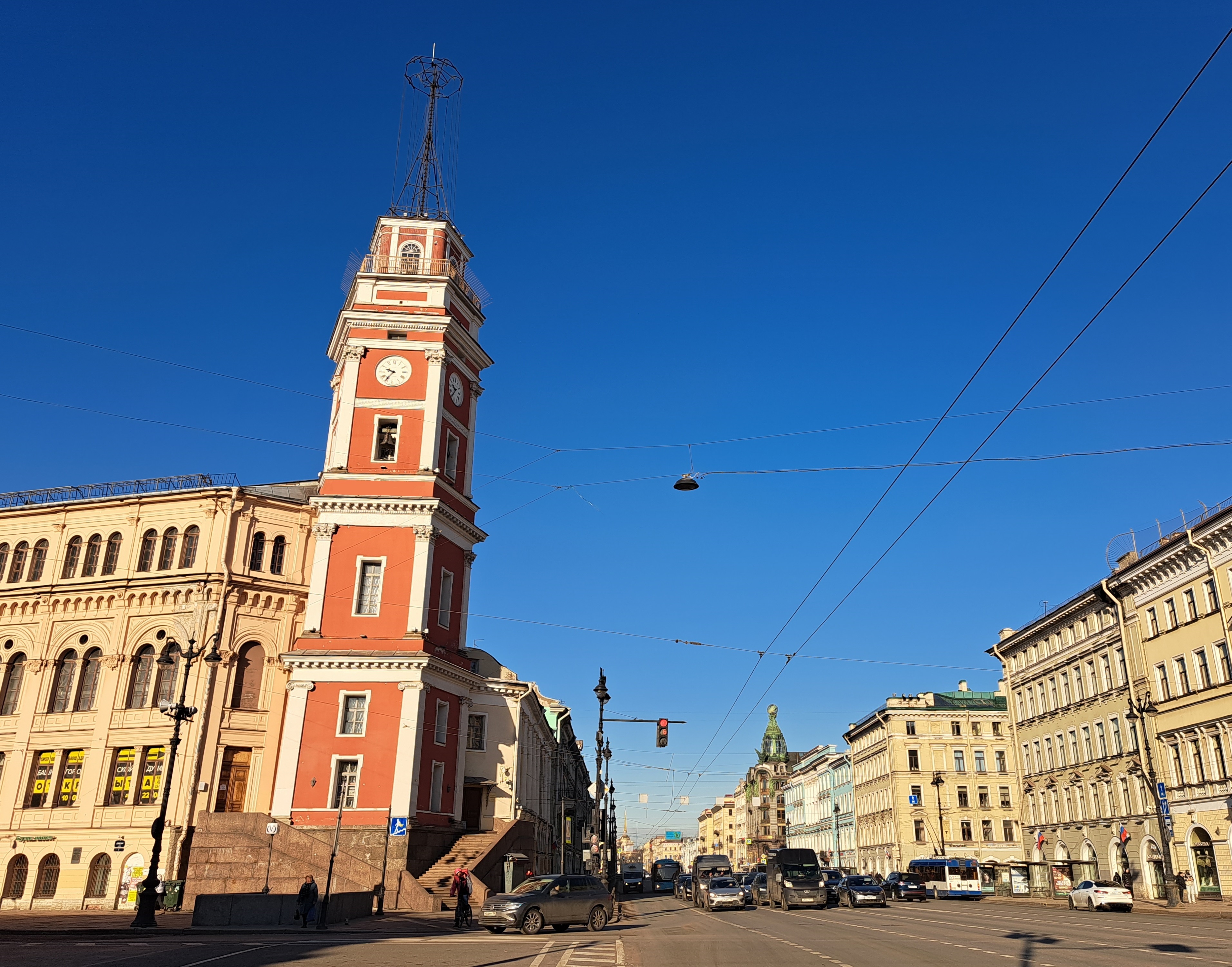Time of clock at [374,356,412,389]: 9:35
